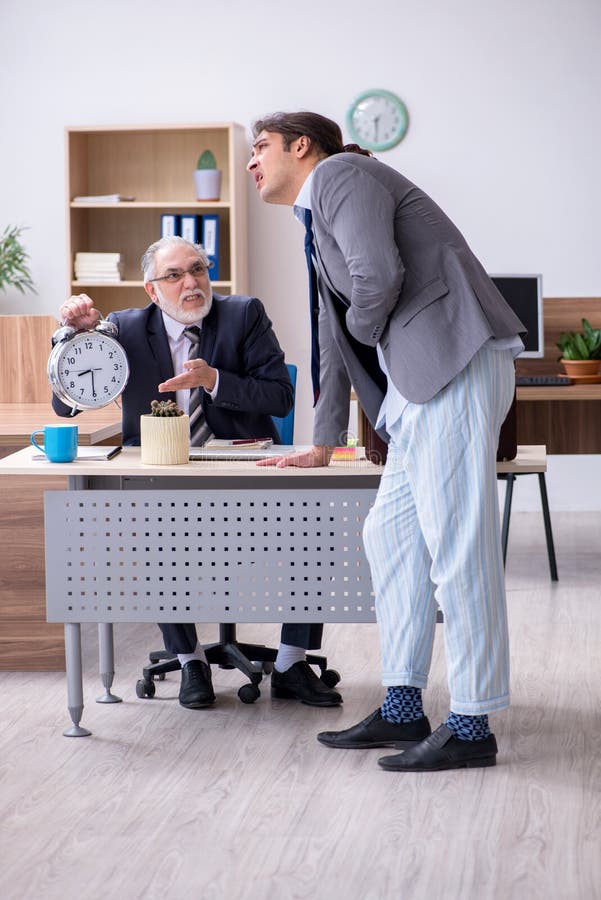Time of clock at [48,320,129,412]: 8:30
